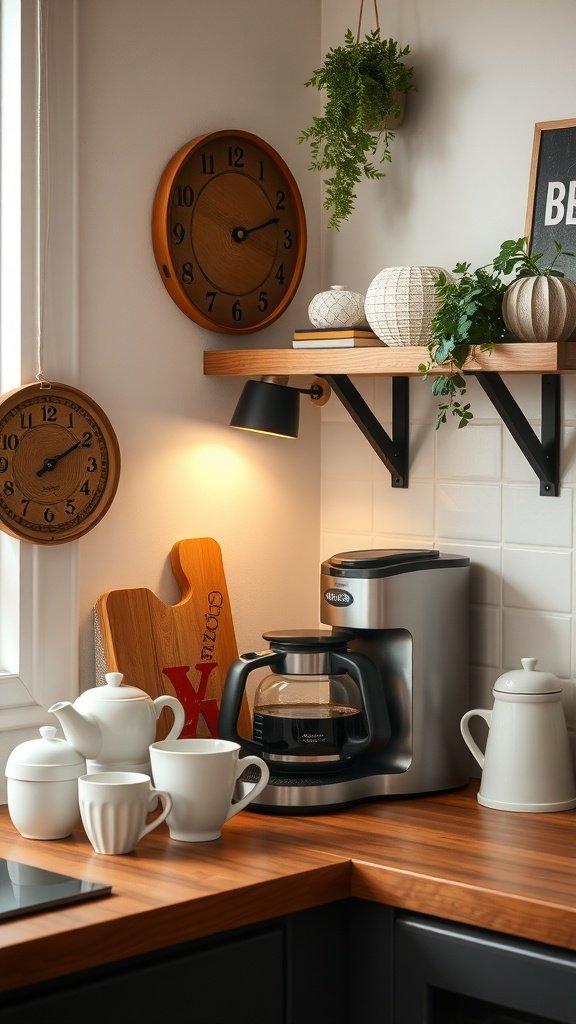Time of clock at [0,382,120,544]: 2:09
